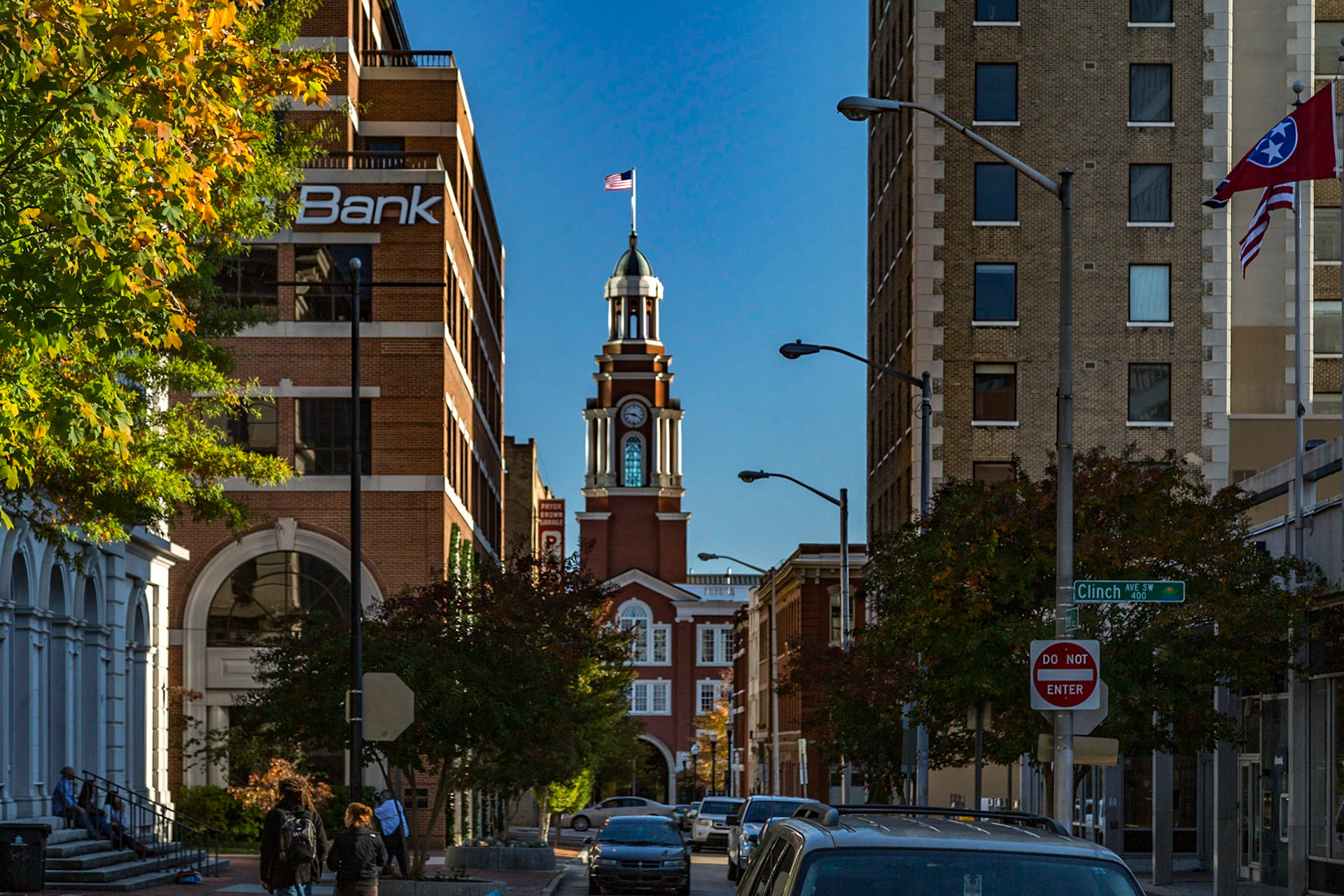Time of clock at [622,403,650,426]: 3:46
